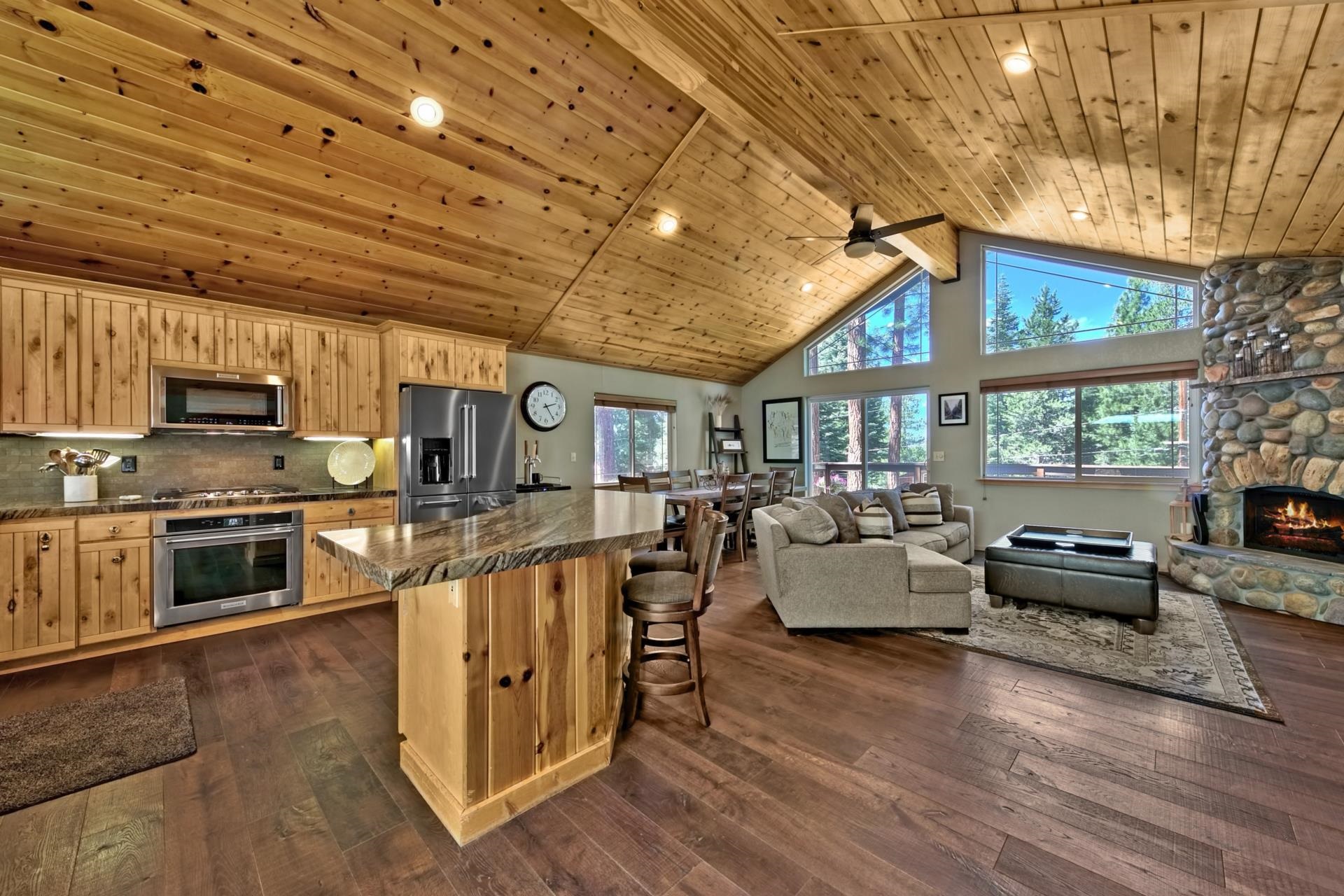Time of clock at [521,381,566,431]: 2:24
